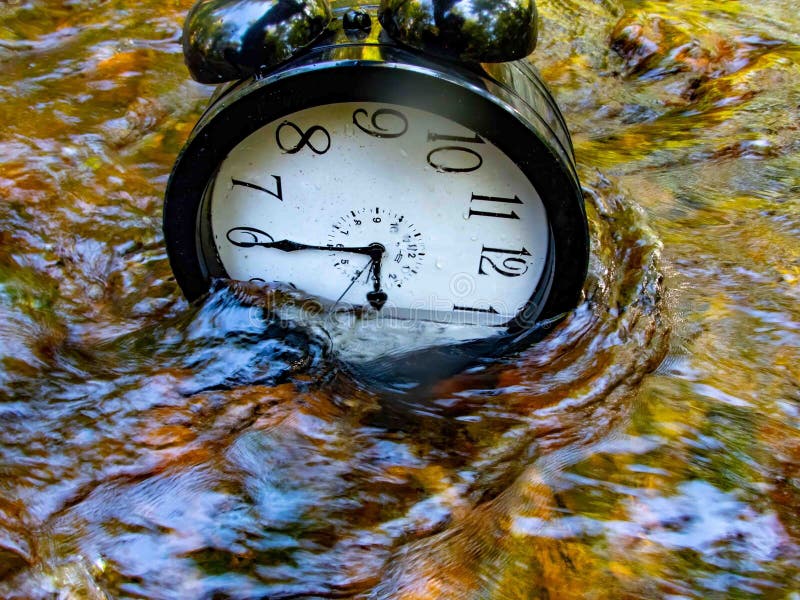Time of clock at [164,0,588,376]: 6:45
